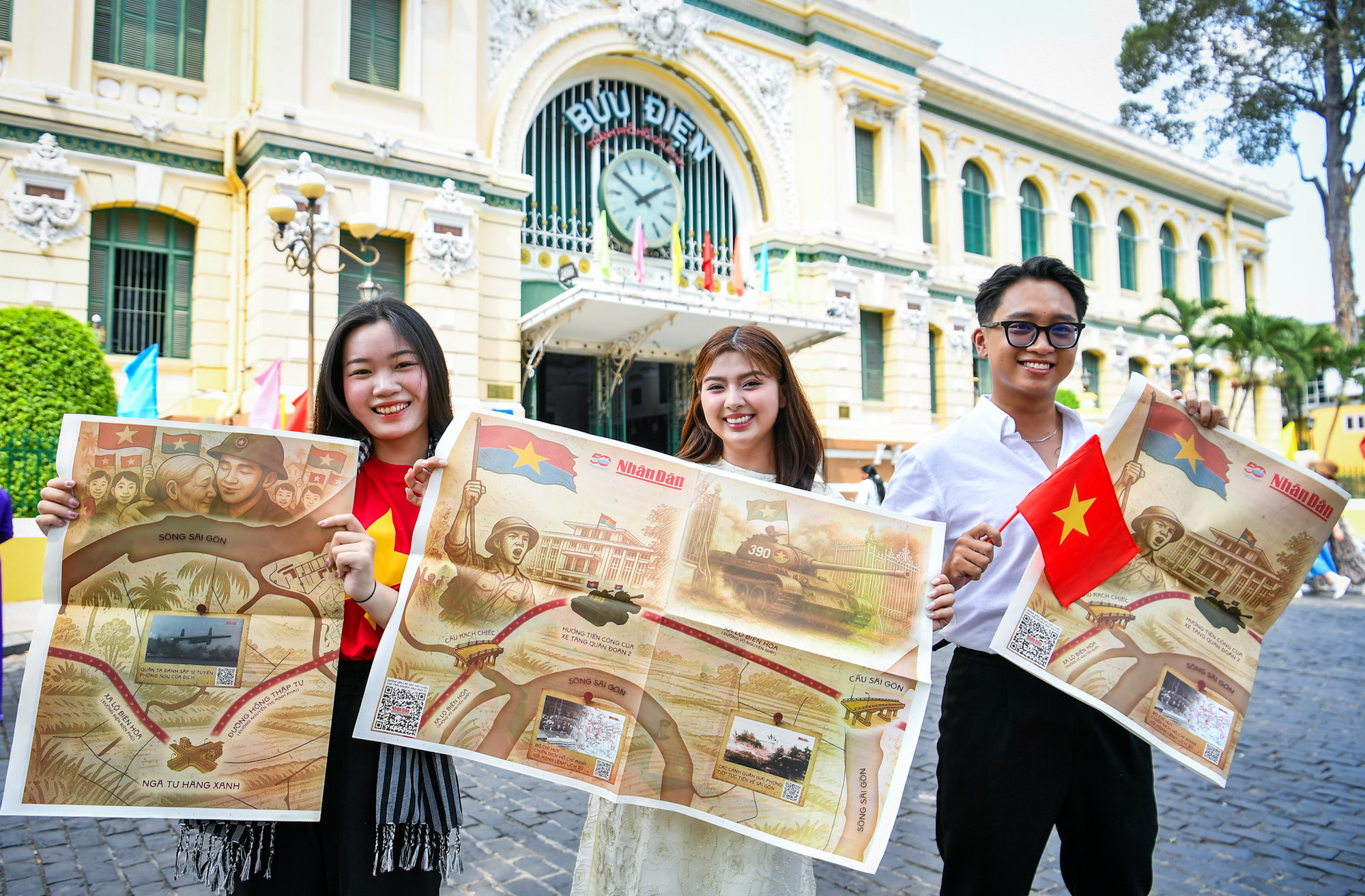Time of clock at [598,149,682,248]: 1:50
